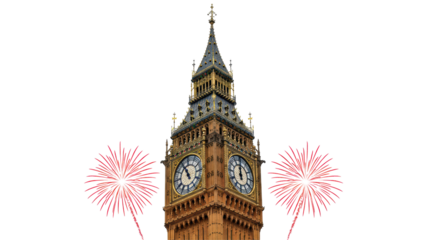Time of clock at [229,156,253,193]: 11:59
